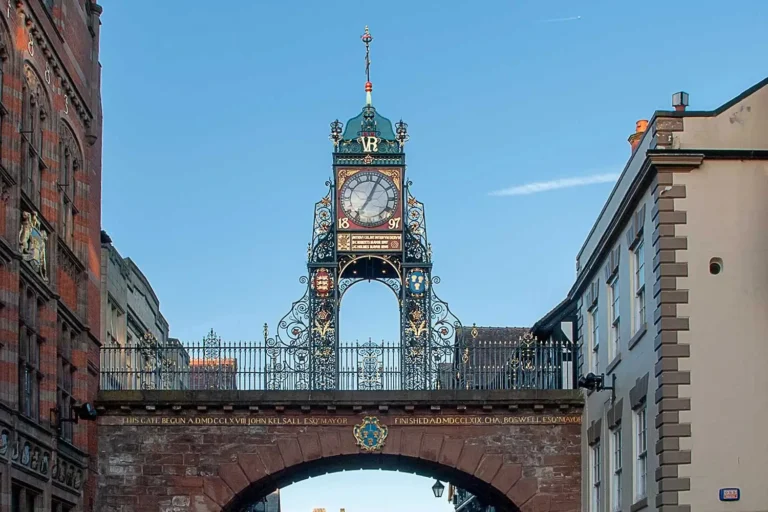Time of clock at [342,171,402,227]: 7:04
